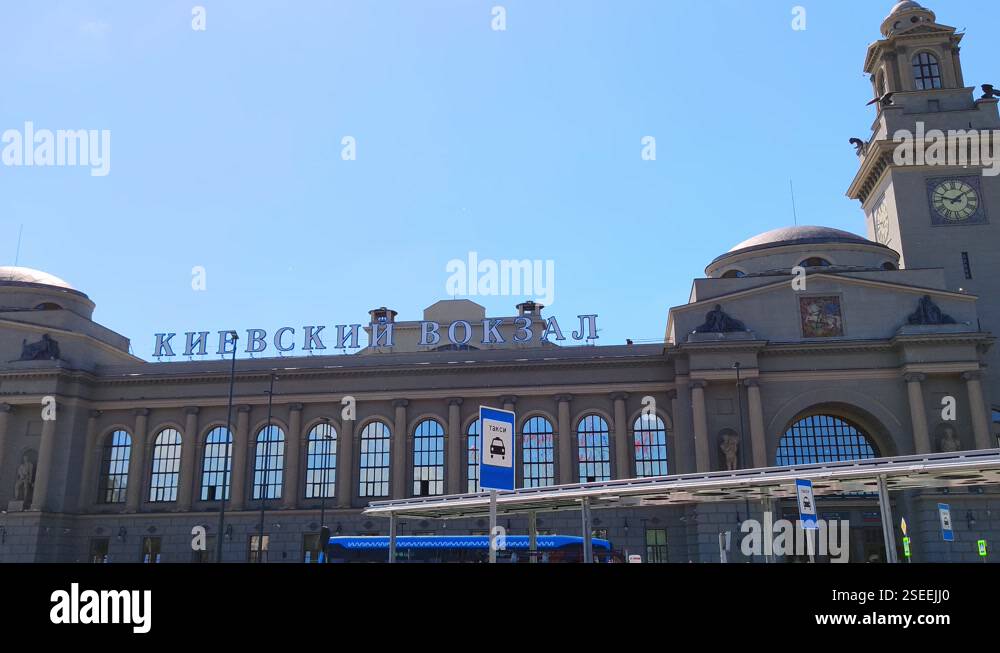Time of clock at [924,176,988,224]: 1:47
